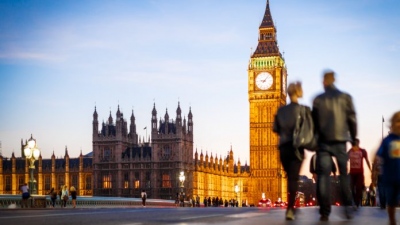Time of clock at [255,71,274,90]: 9:07
